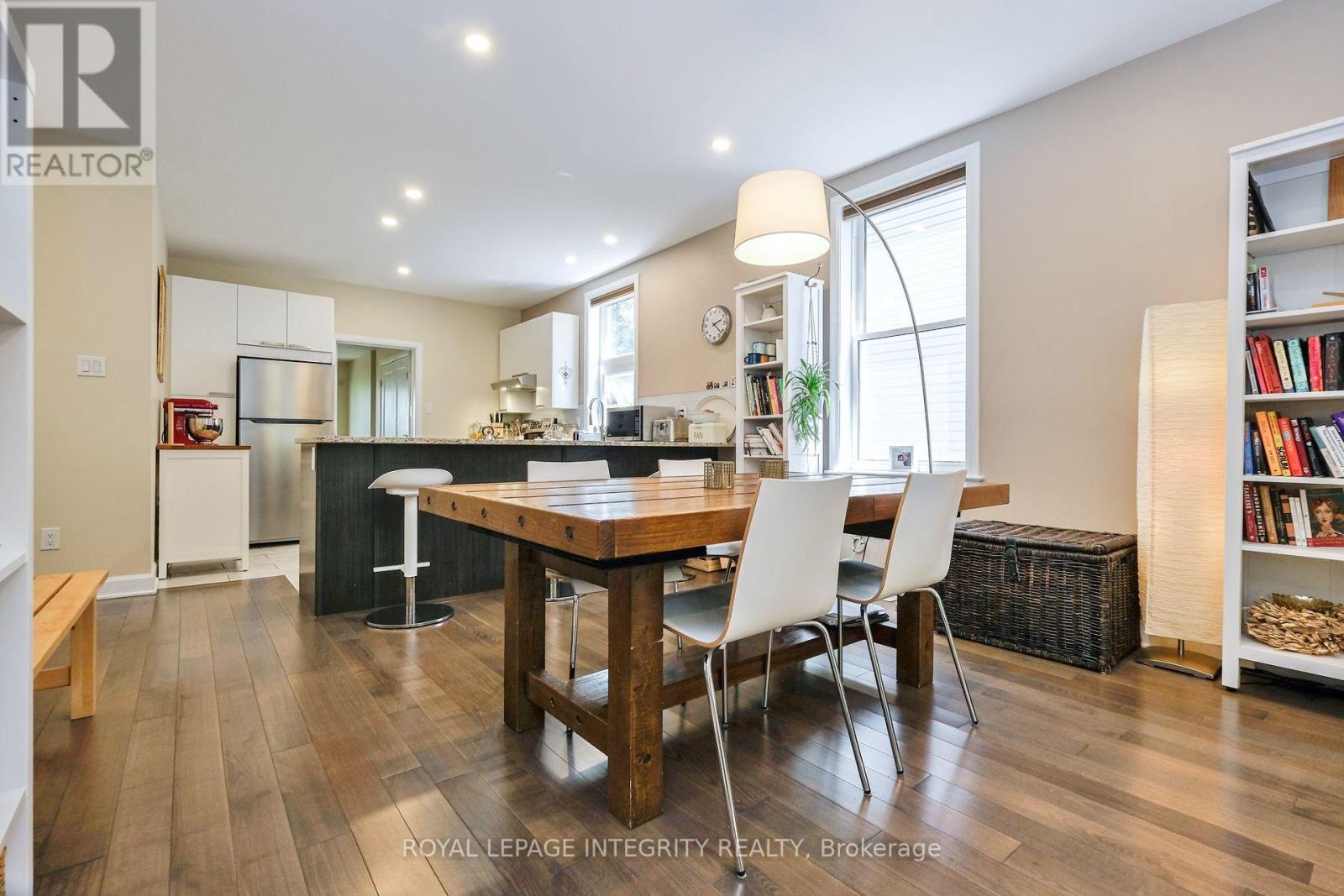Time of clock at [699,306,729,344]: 2:21
